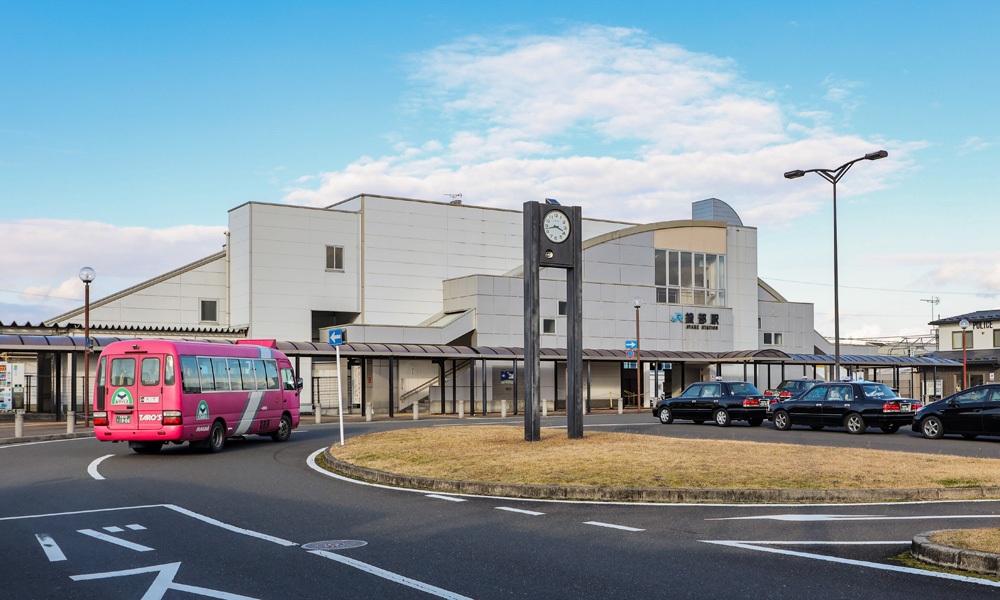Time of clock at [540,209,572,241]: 3:43
